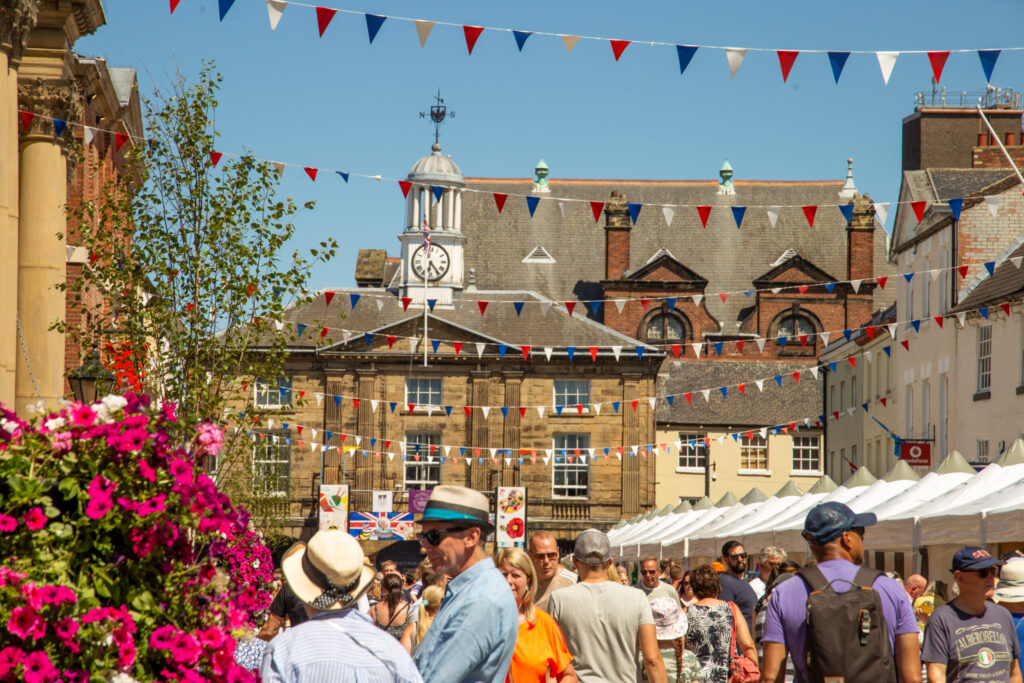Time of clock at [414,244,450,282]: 6:23
